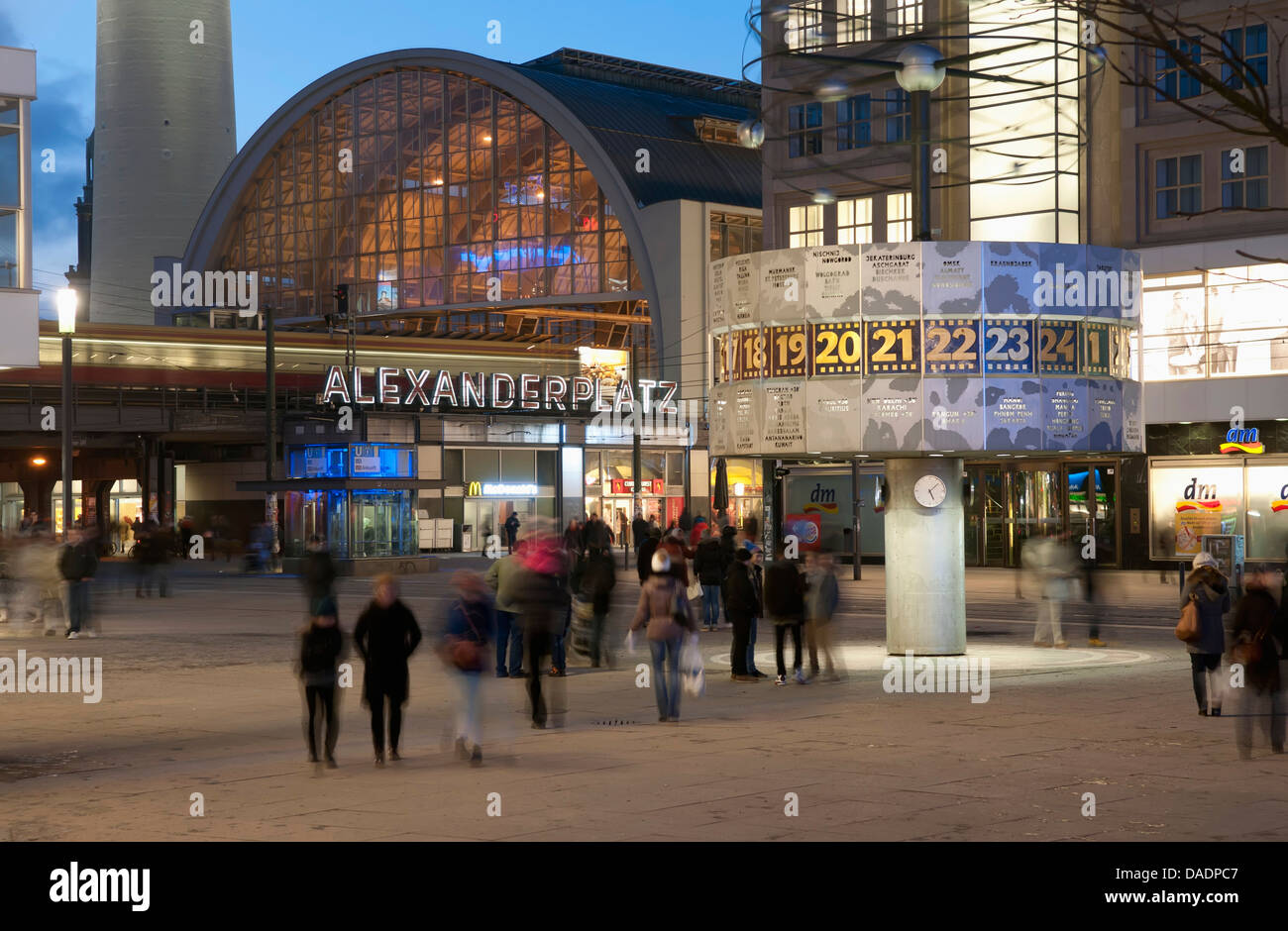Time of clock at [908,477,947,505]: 5:08
